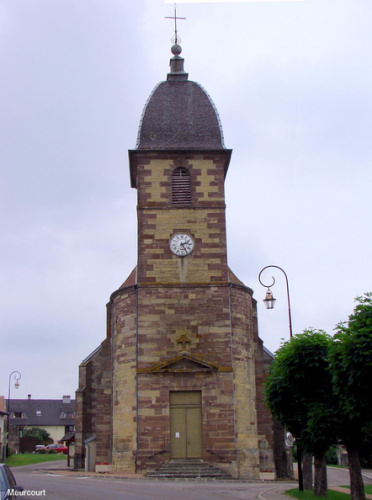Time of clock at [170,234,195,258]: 2:24
